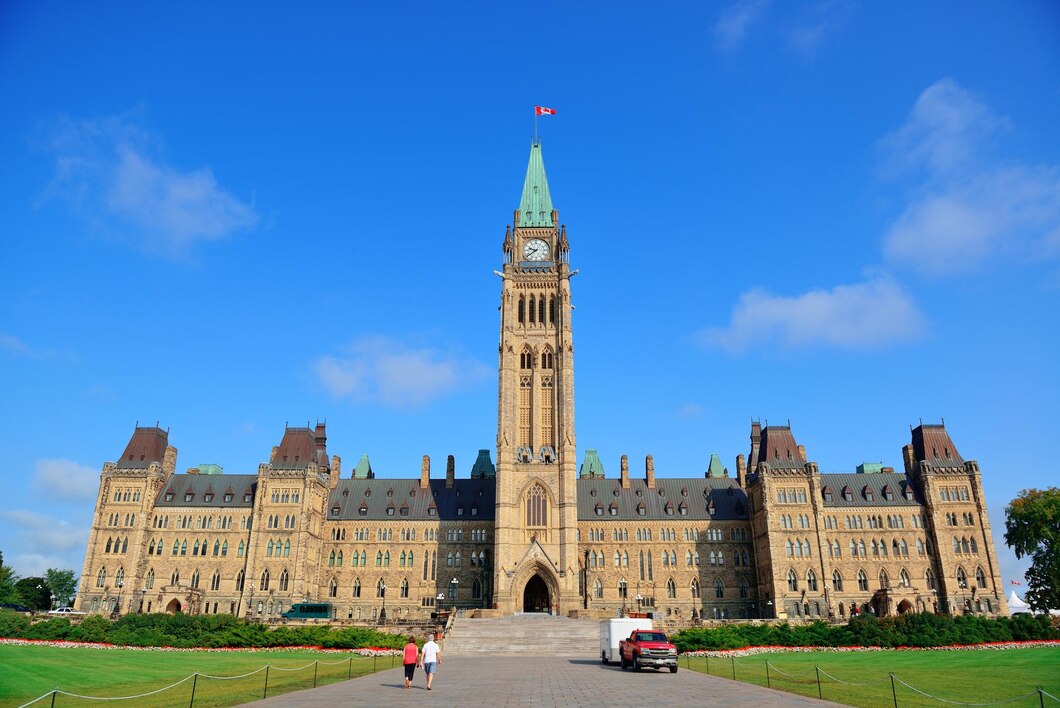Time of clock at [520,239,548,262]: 9:39
